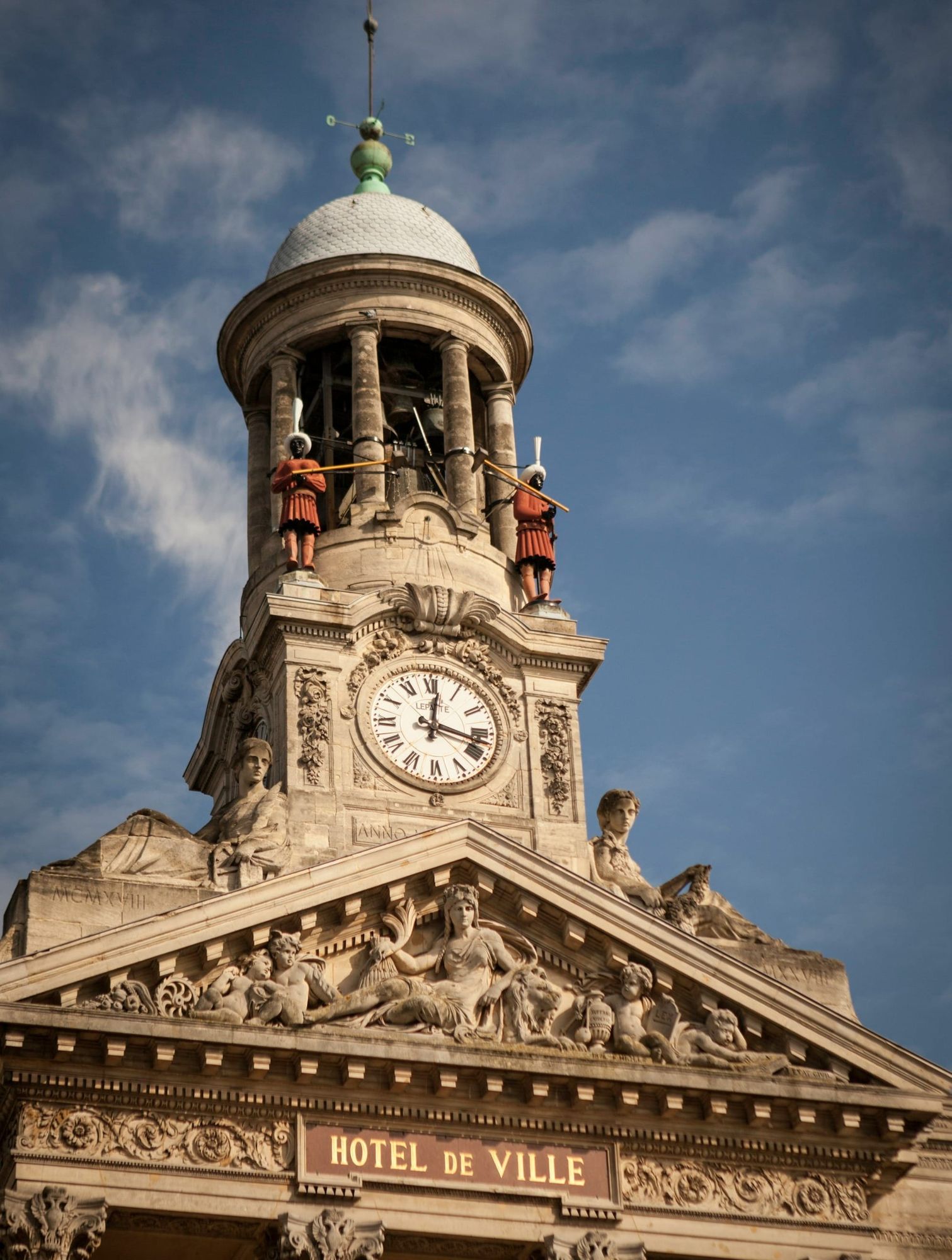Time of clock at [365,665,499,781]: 12:17
